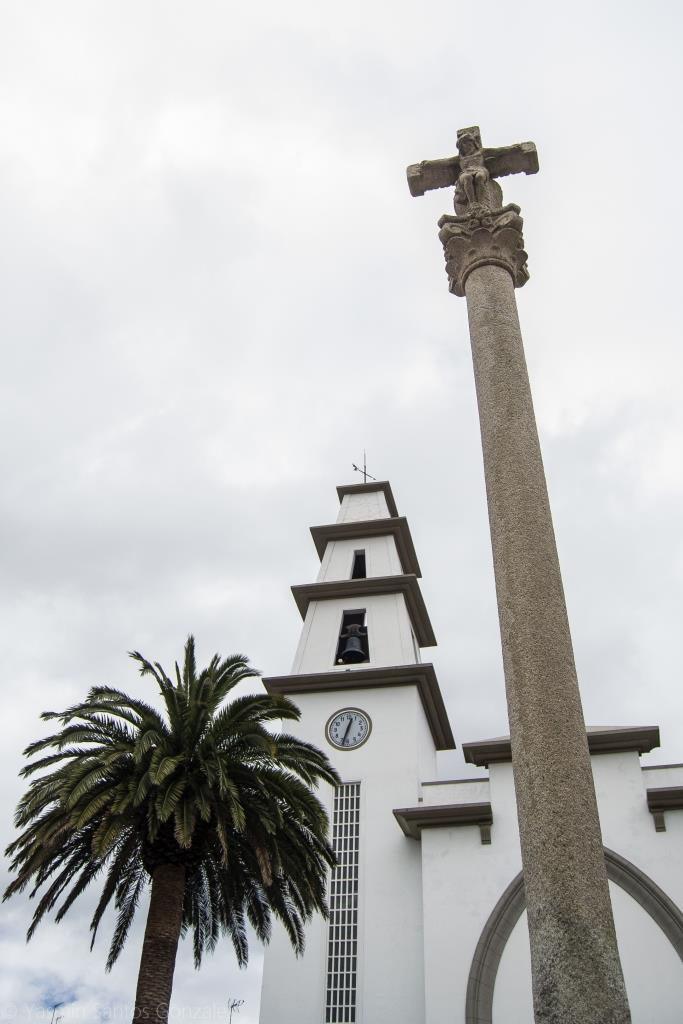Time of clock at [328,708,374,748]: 12:32
